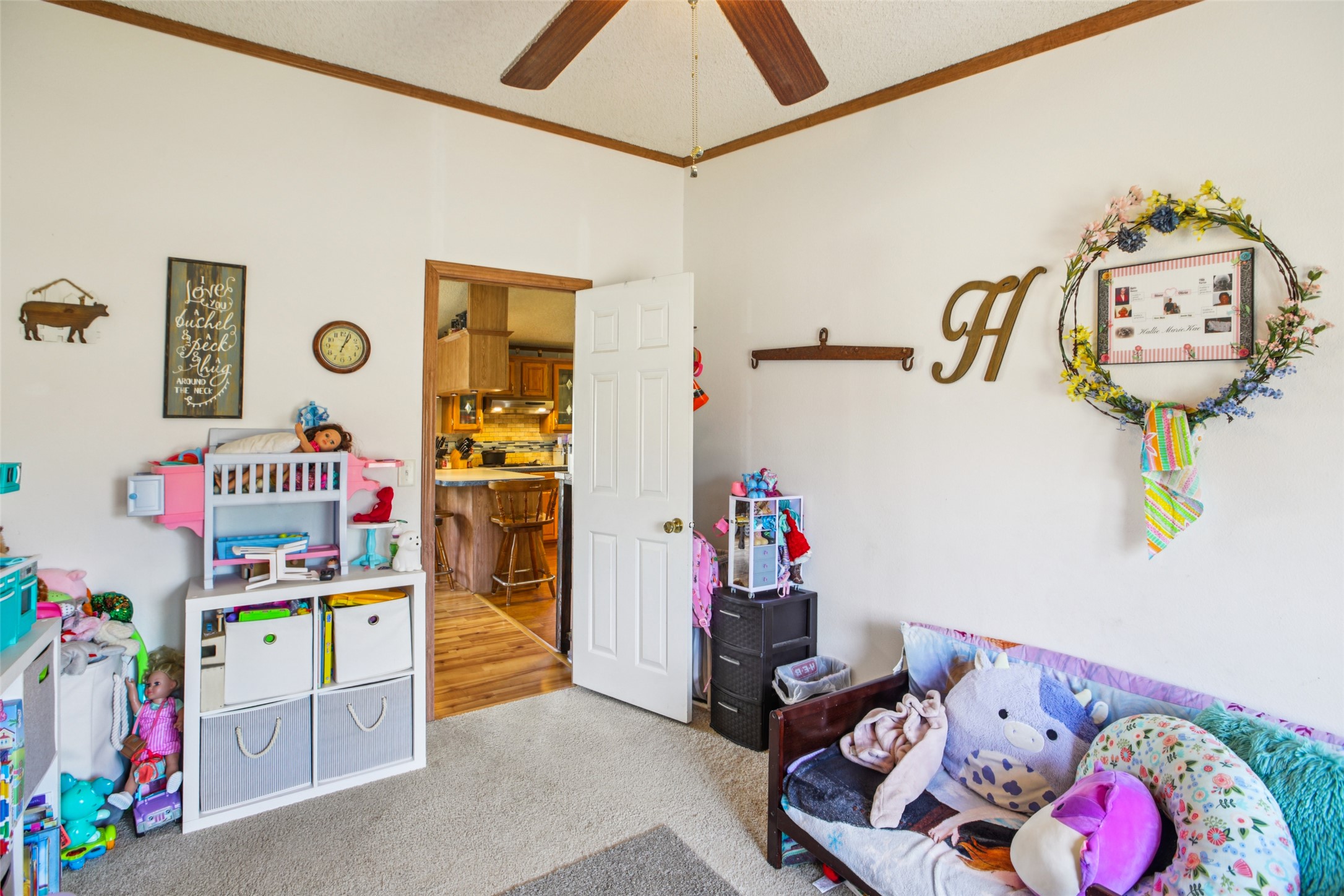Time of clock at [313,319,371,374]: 1:03
